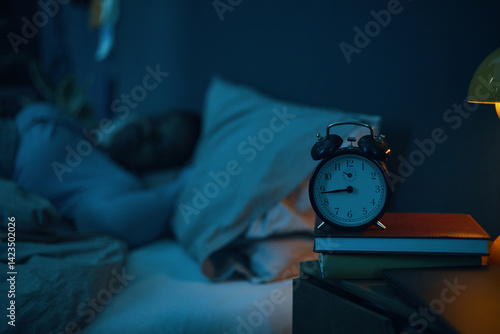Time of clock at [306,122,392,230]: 8:43
